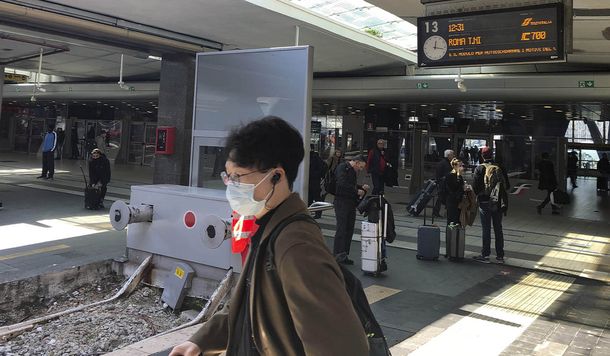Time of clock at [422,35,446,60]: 12:16
